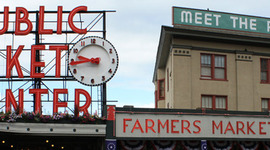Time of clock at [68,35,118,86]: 9:43
